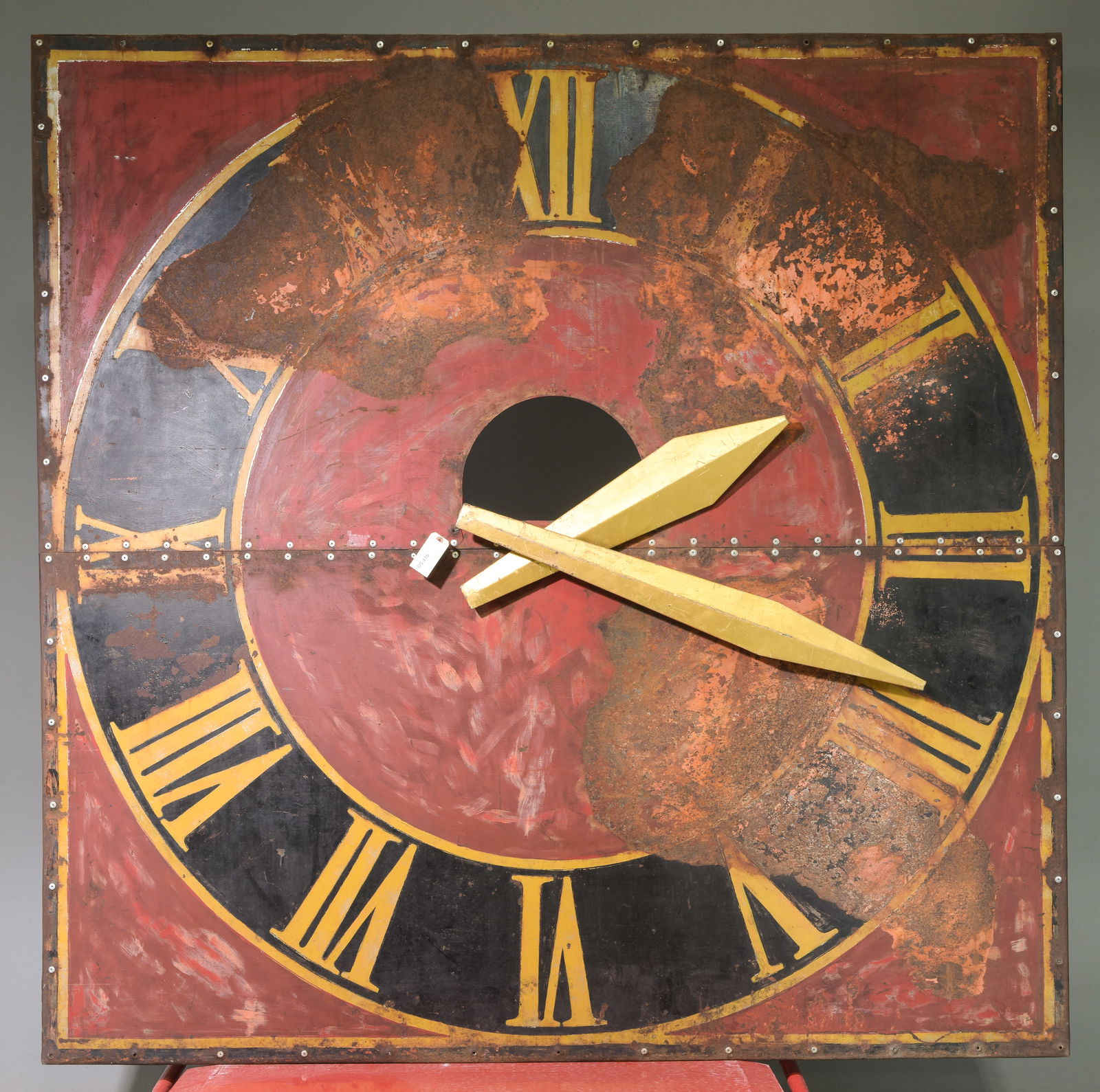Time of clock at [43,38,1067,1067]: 2:18
